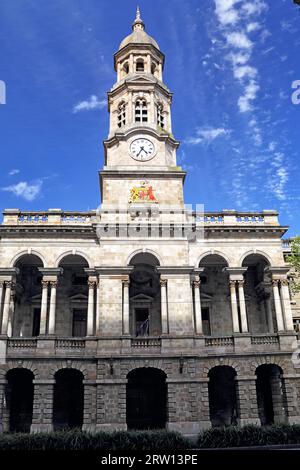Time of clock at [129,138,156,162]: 4:34
